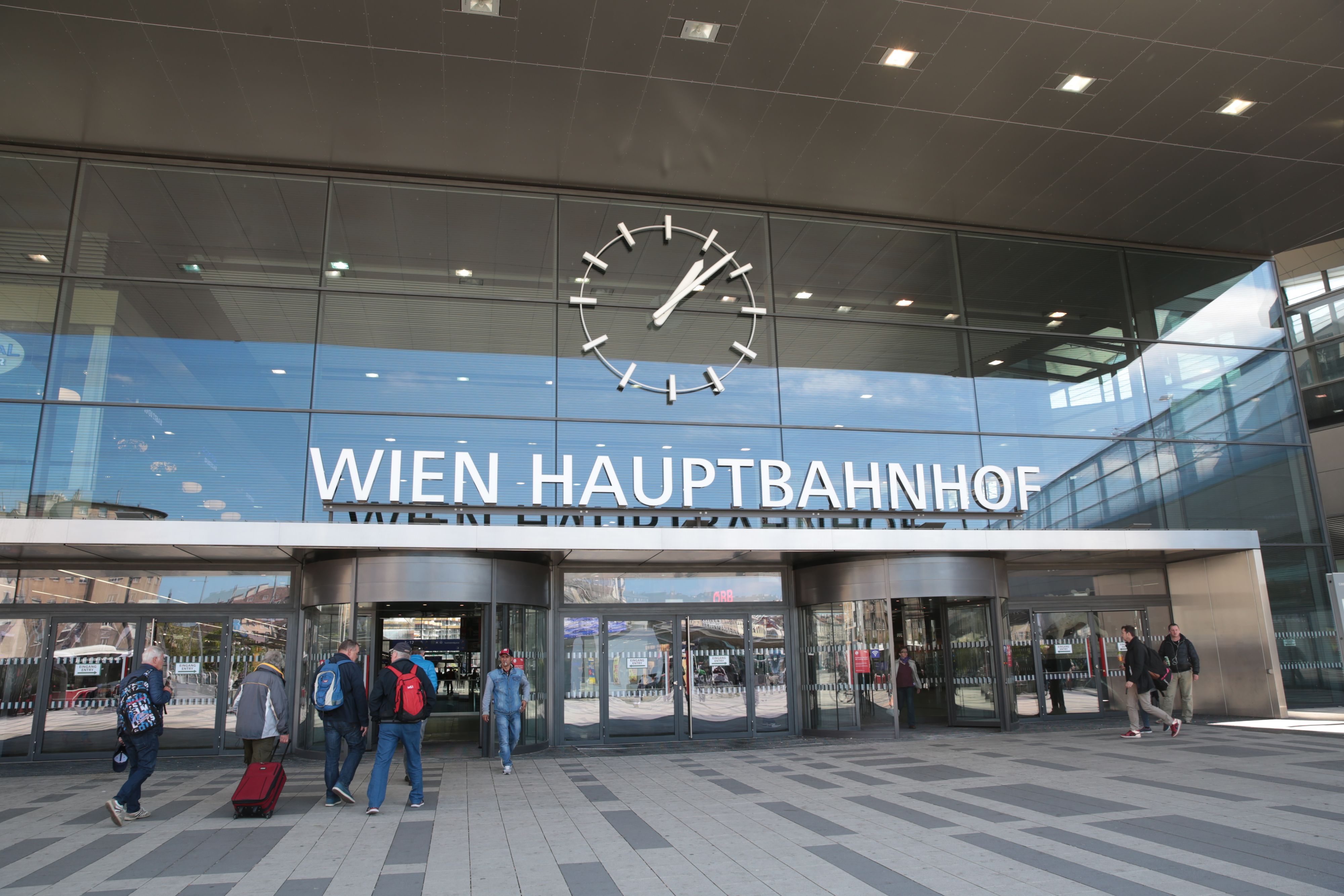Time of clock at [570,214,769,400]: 1:08
